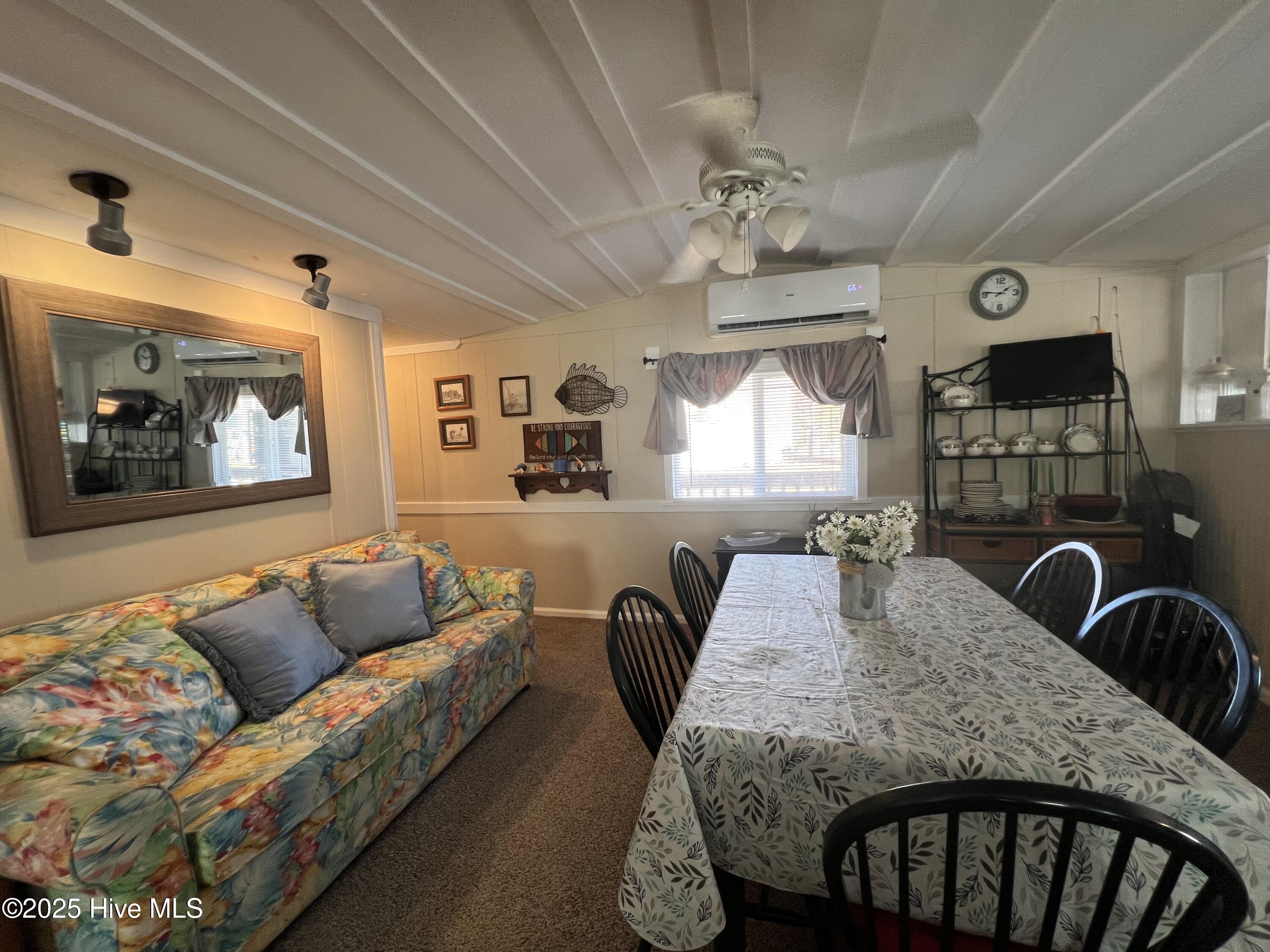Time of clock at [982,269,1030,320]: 1:46
